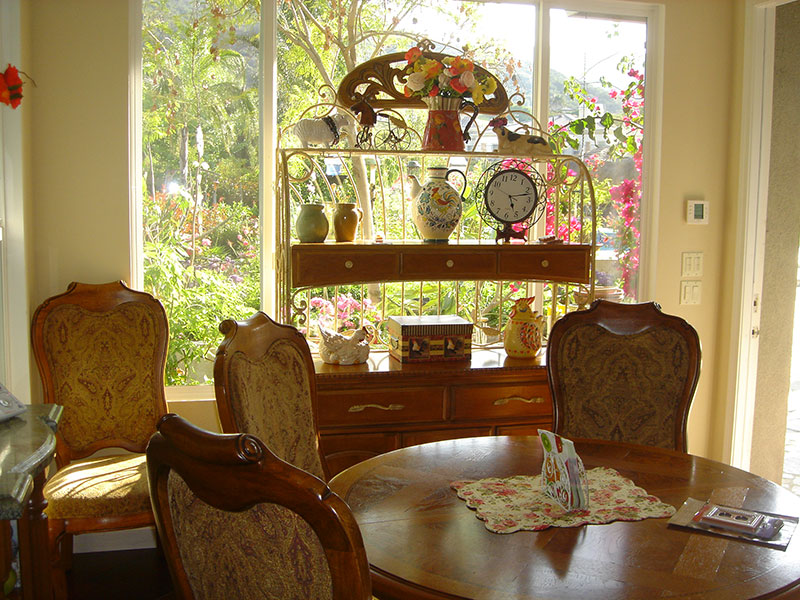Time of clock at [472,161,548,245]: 5:12
